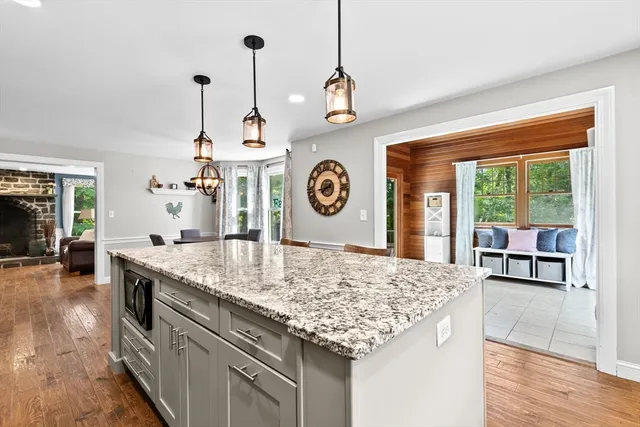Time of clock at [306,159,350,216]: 7:42
